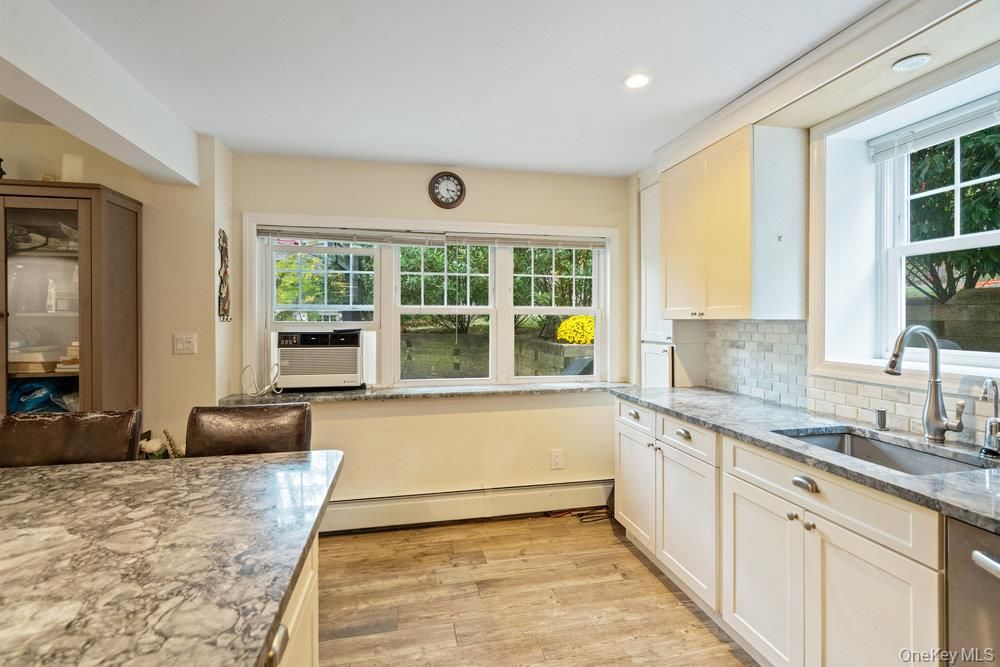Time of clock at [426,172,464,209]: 3:26
